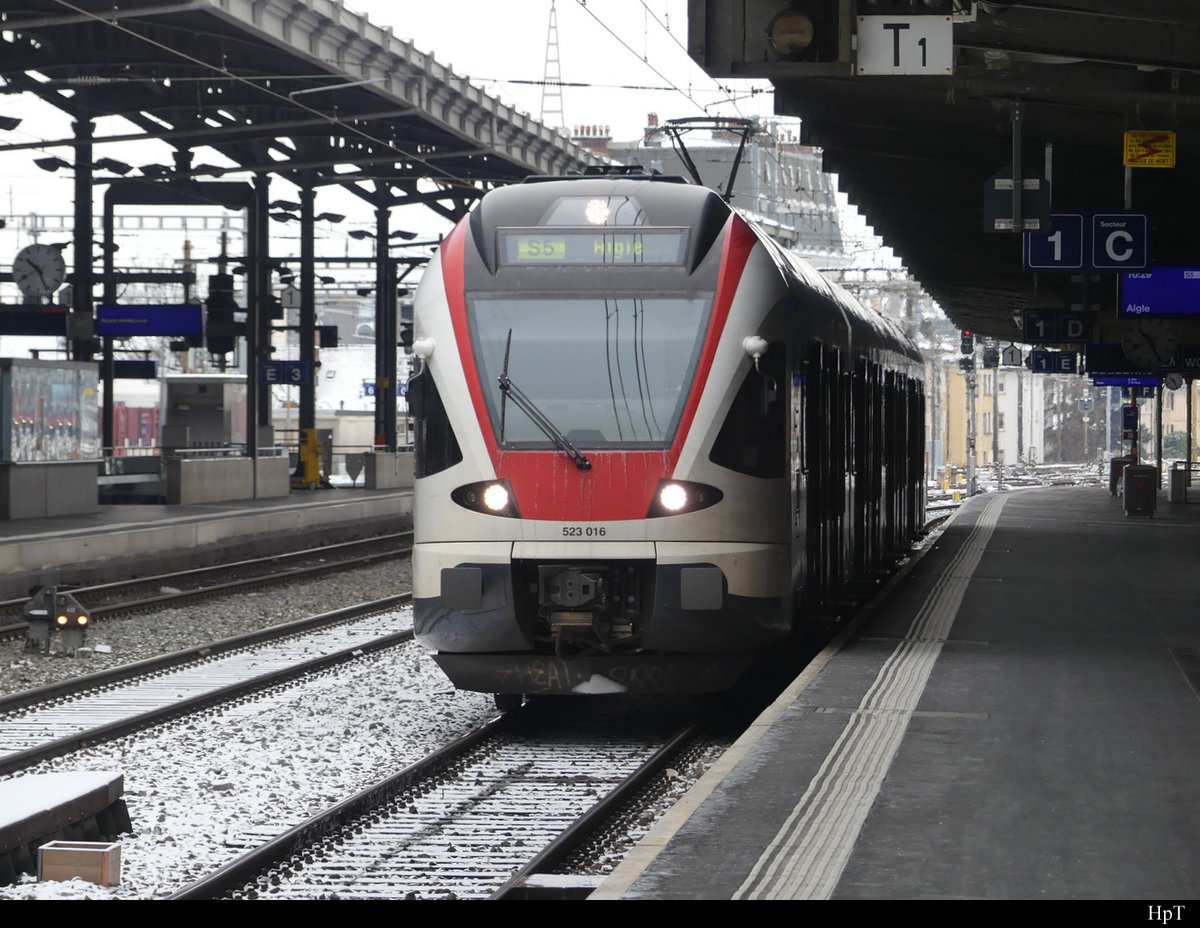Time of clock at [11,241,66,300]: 10:26
